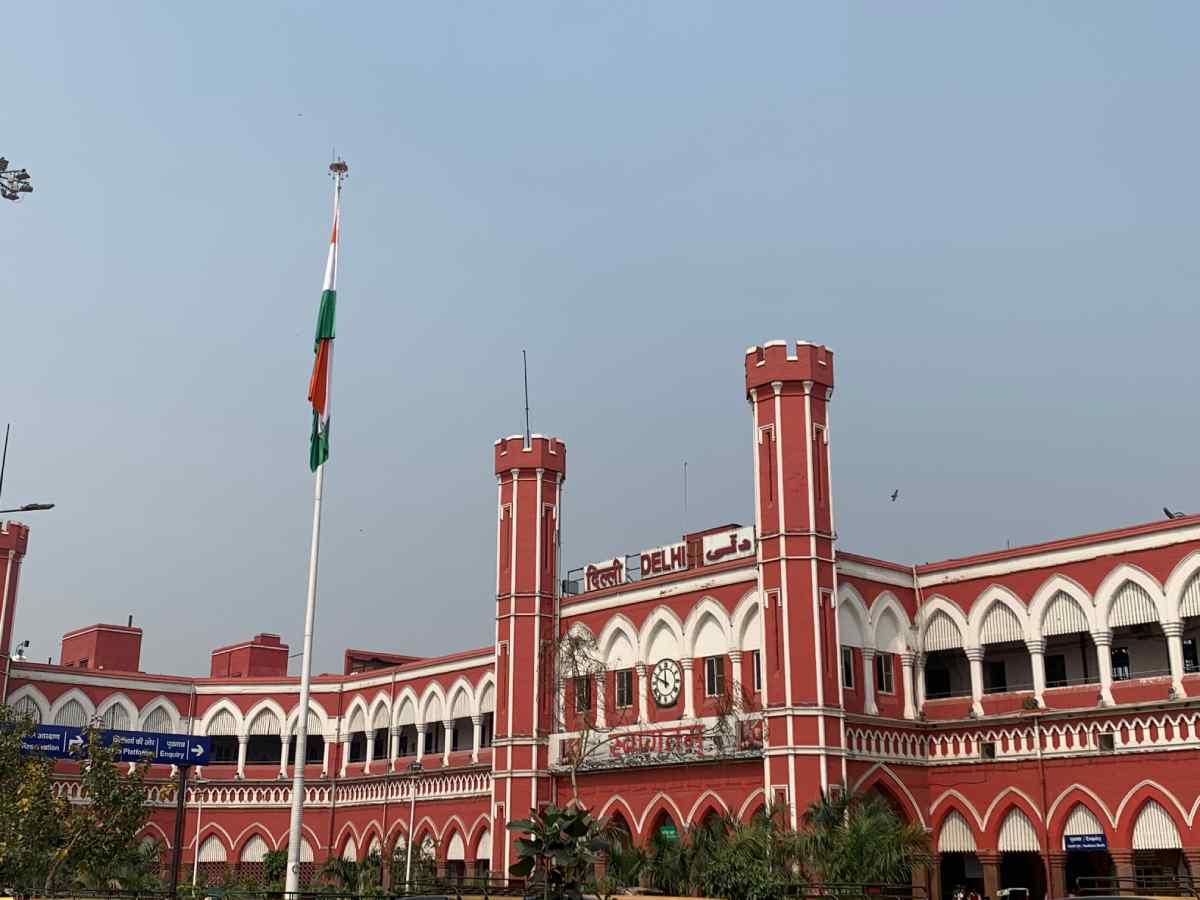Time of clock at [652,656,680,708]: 11:48
